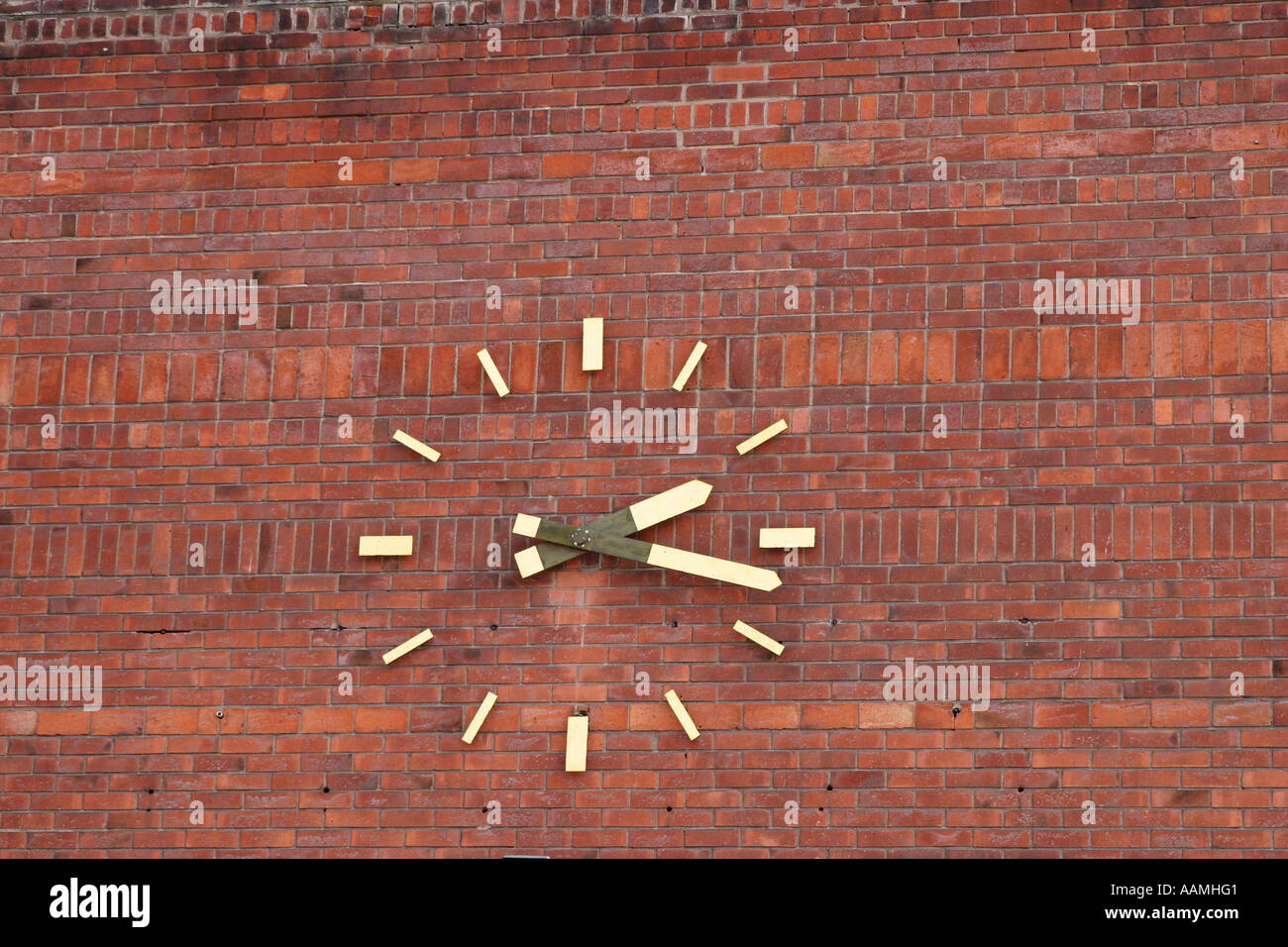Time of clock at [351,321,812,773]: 2:17
